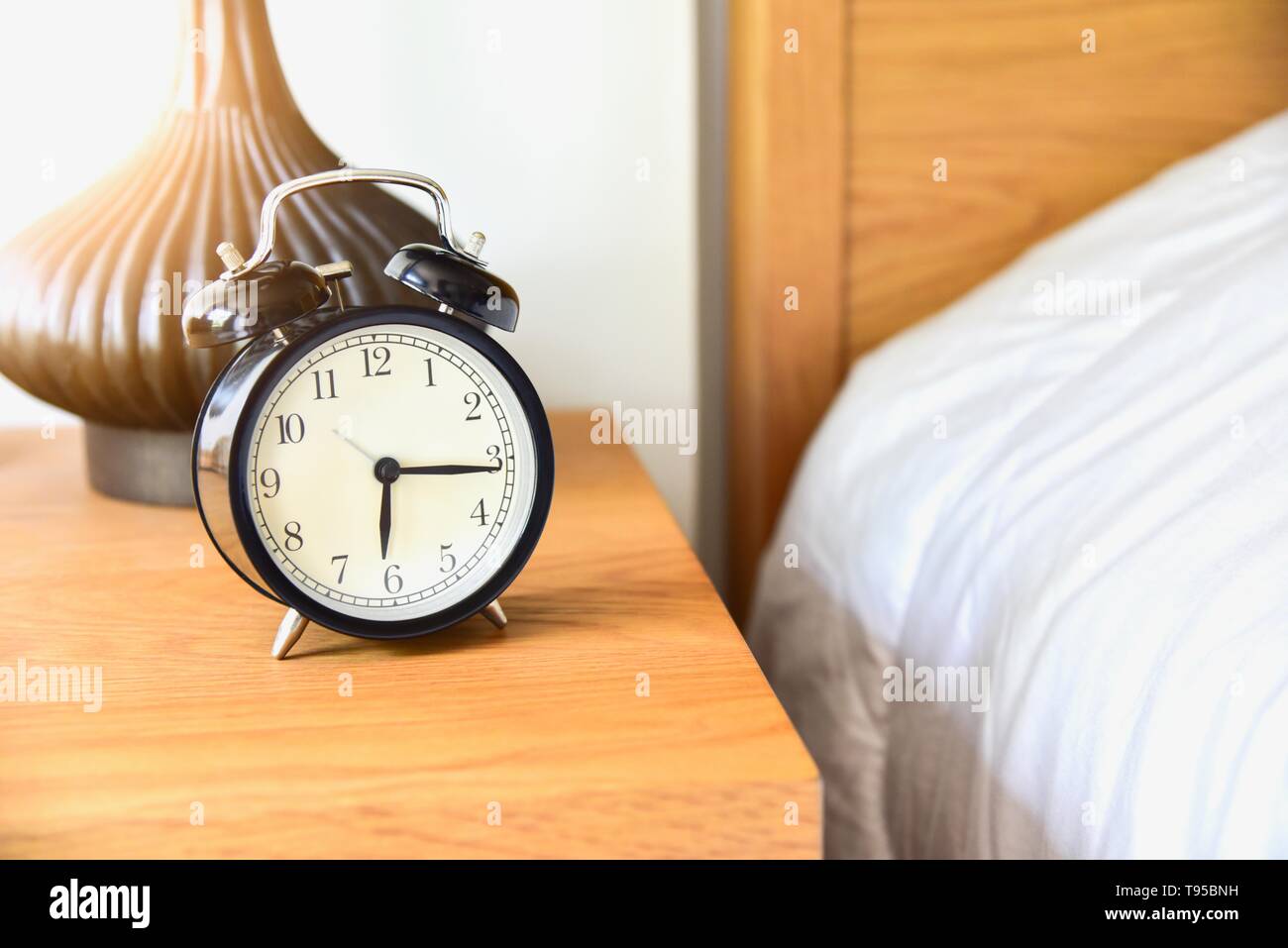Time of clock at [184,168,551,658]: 6:15
